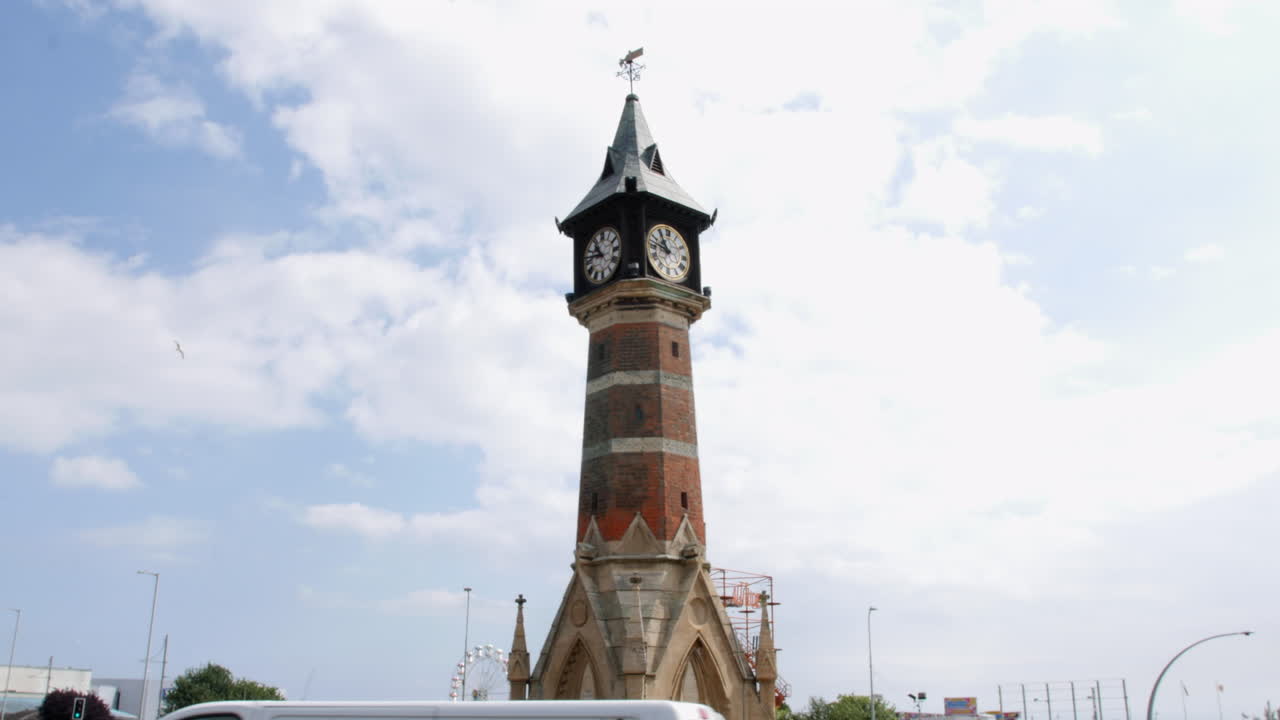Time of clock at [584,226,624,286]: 10:47
